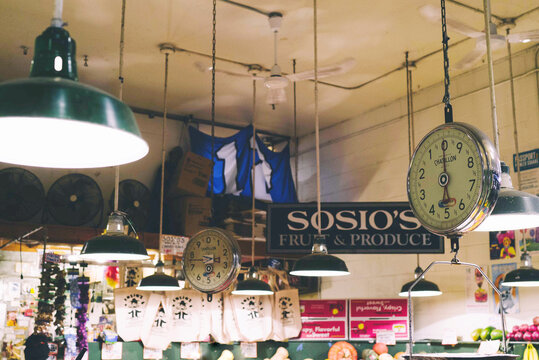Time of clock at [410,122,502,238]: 5:59
